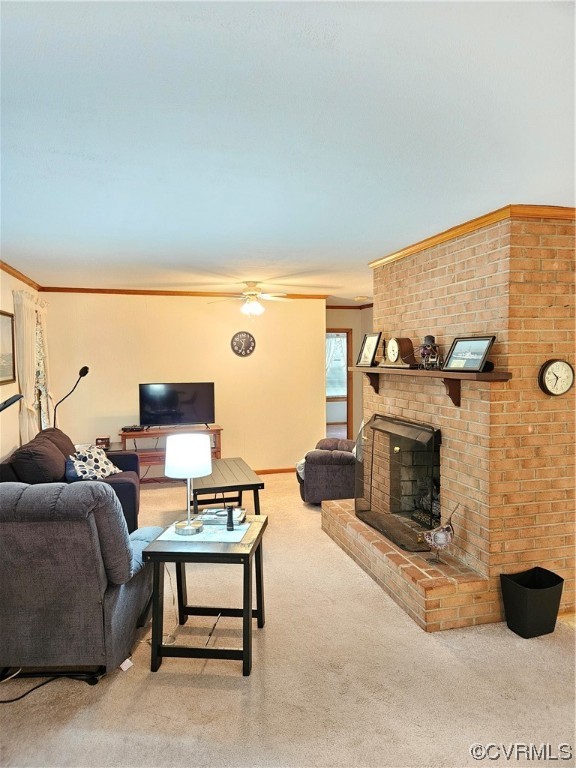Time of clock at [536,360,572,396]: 10:33
